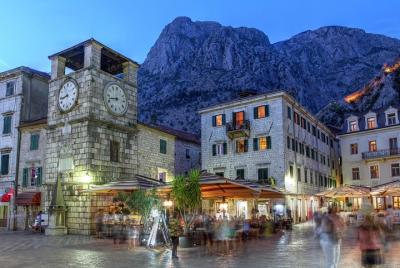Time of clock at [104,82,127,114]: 8:42
